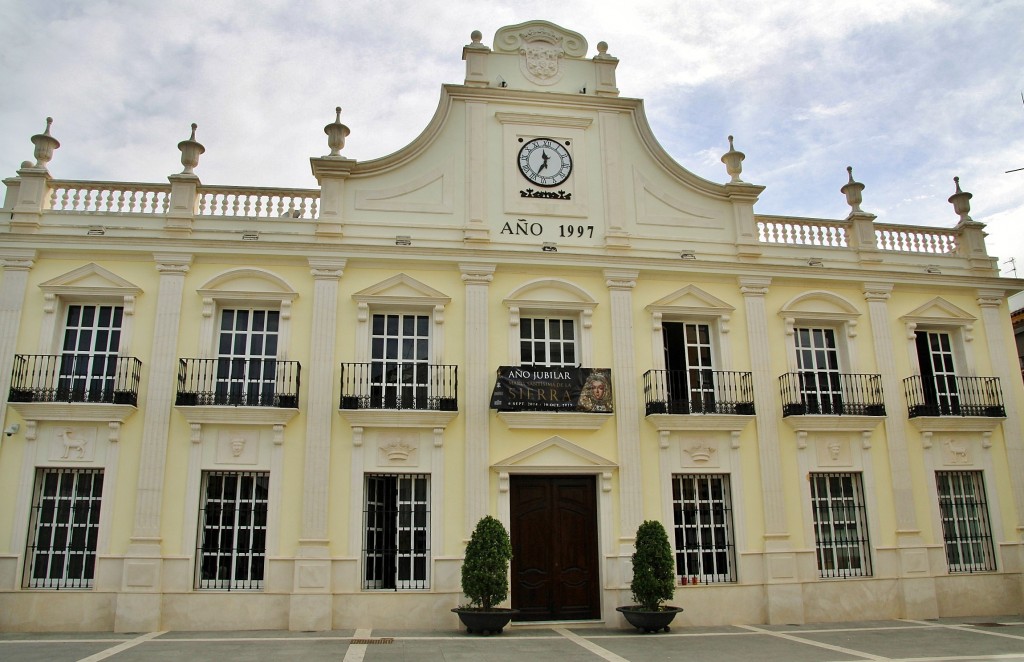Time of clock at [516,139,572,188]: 11:33
